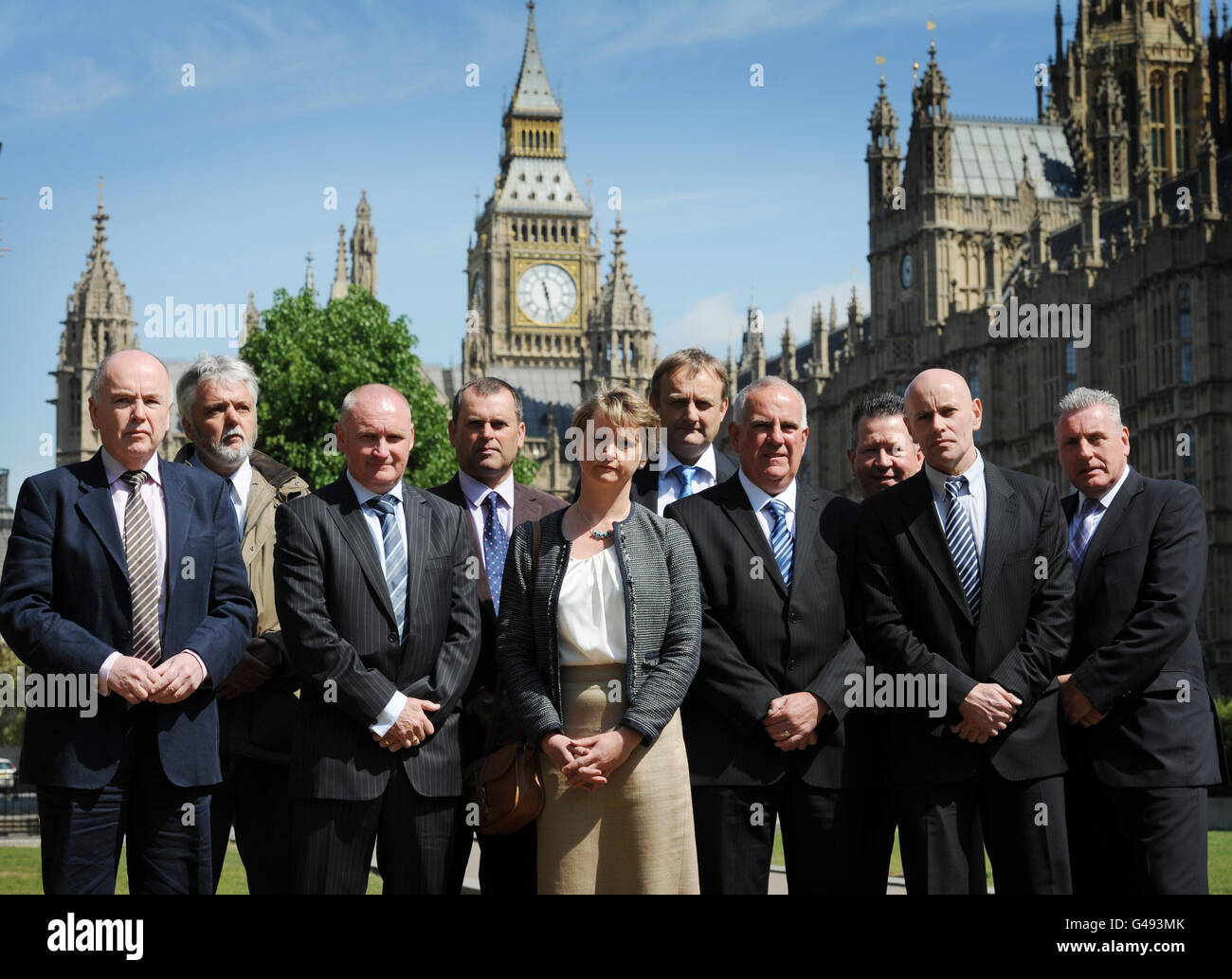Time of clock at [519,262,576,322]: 11:28
